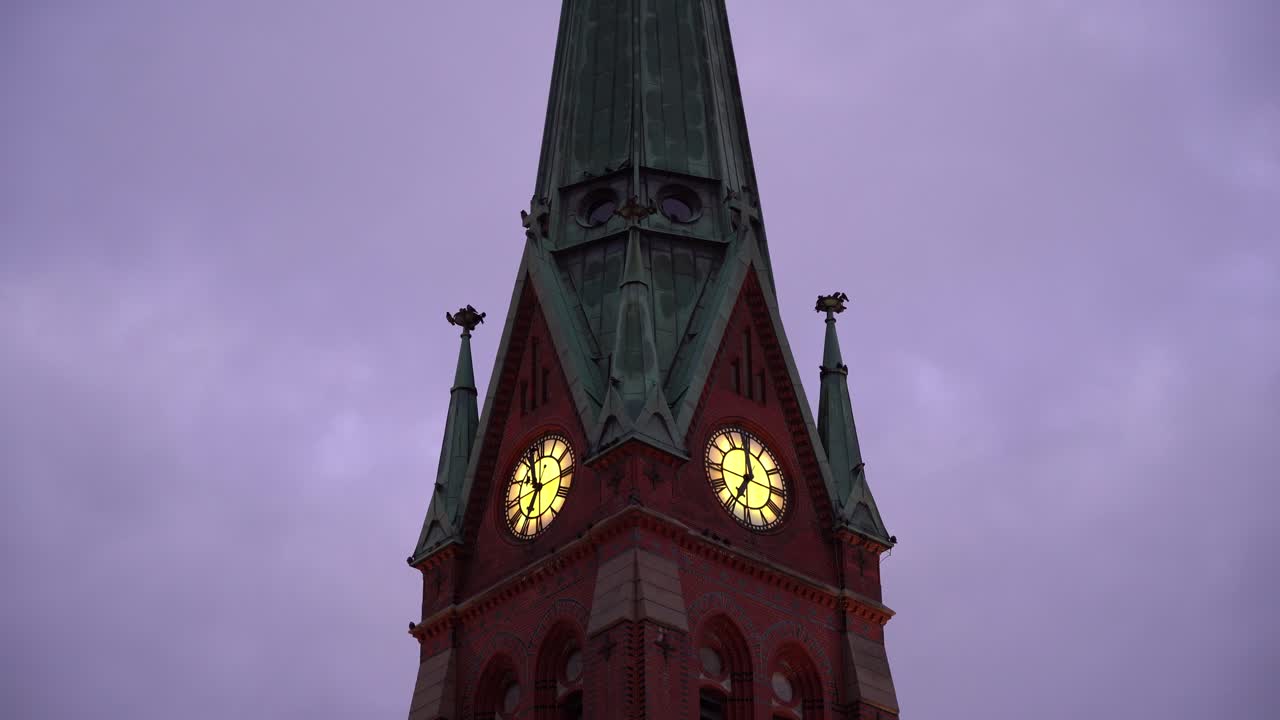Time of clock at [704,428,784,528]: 6:58
